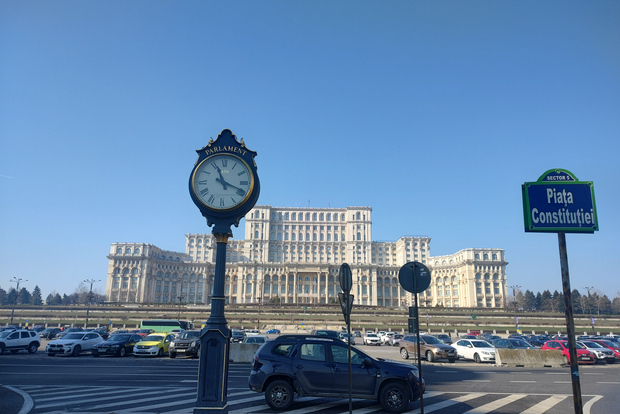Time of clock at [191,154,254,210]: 11:18
